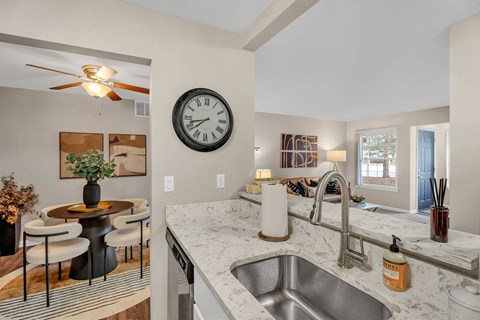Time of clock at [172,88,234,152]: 7:42
